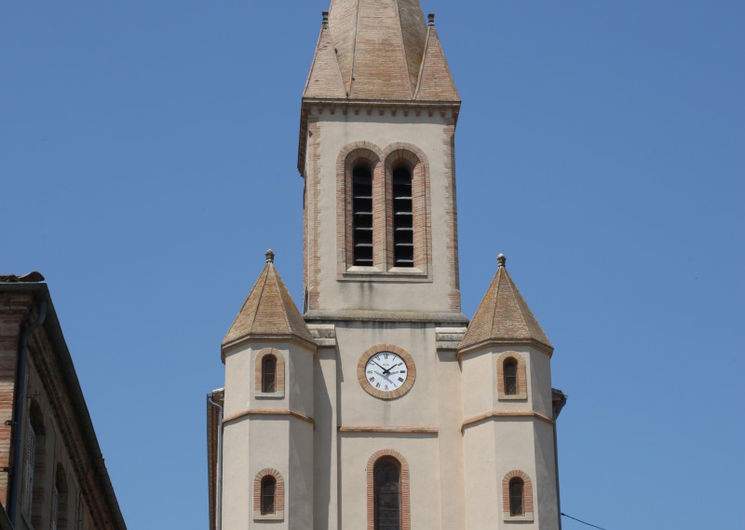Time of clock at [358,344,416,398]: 1:51
